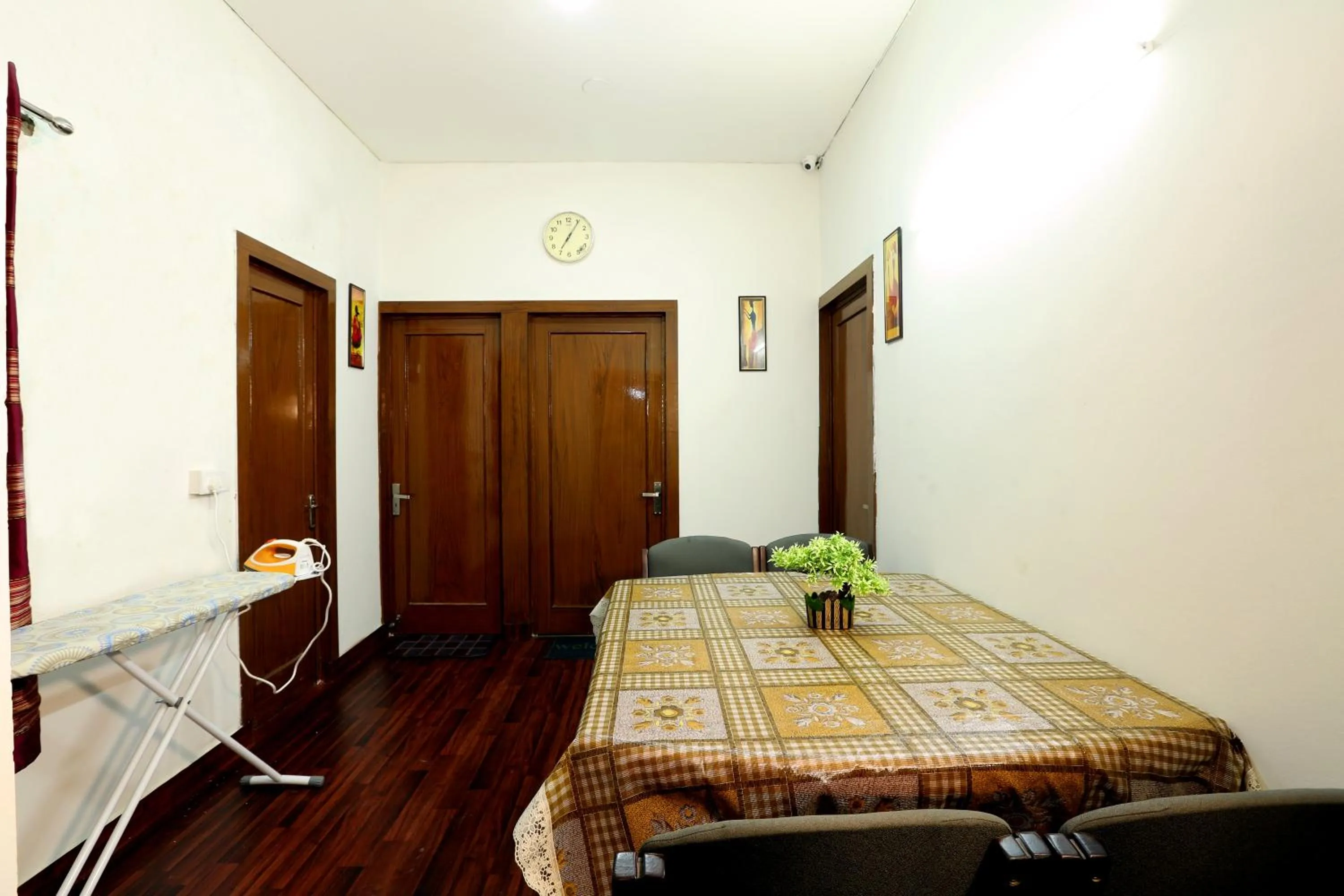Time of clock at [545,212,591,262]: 7:05
